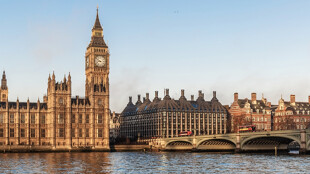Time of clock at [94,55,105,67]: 8:51
